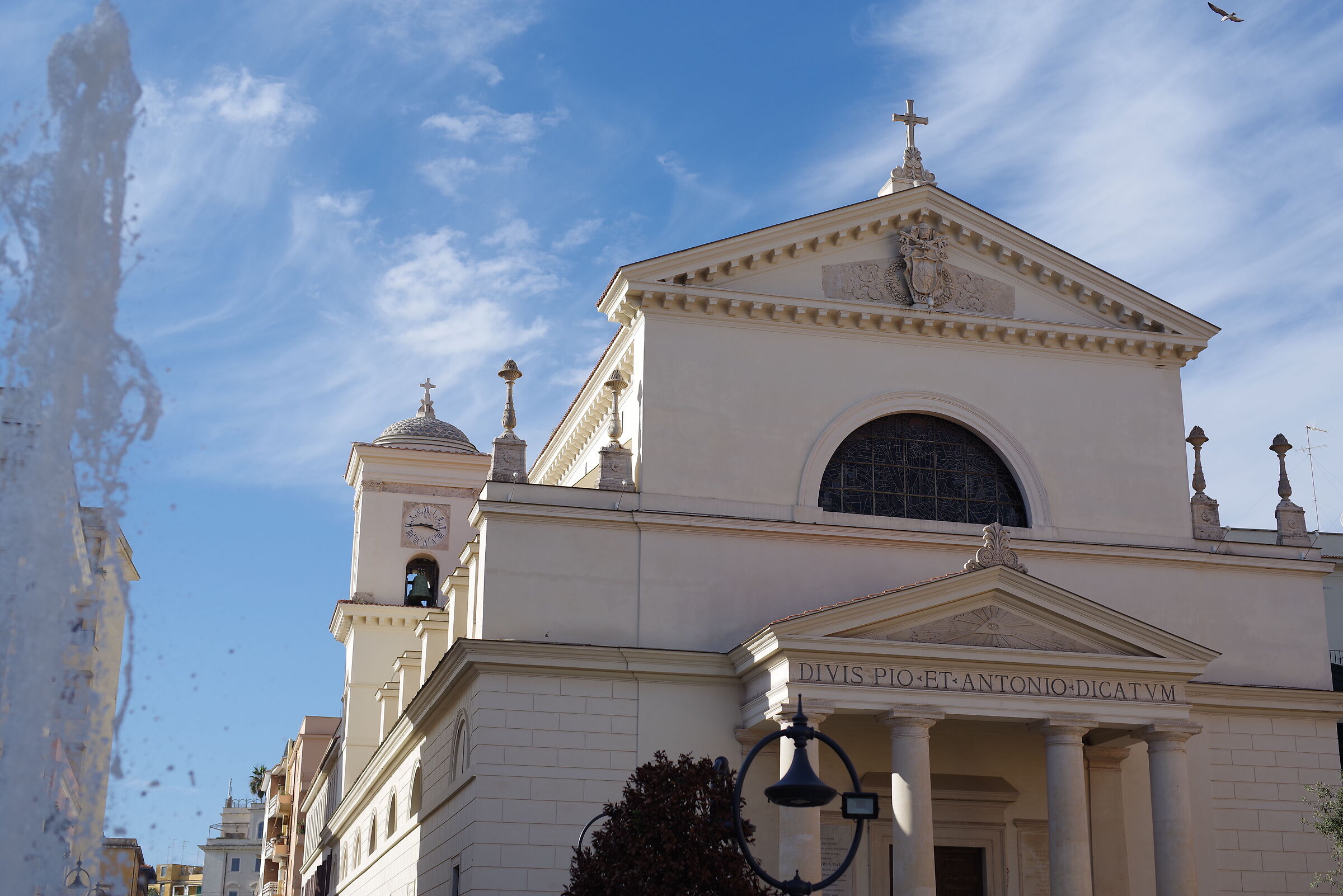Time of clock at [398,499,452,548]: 3:44
